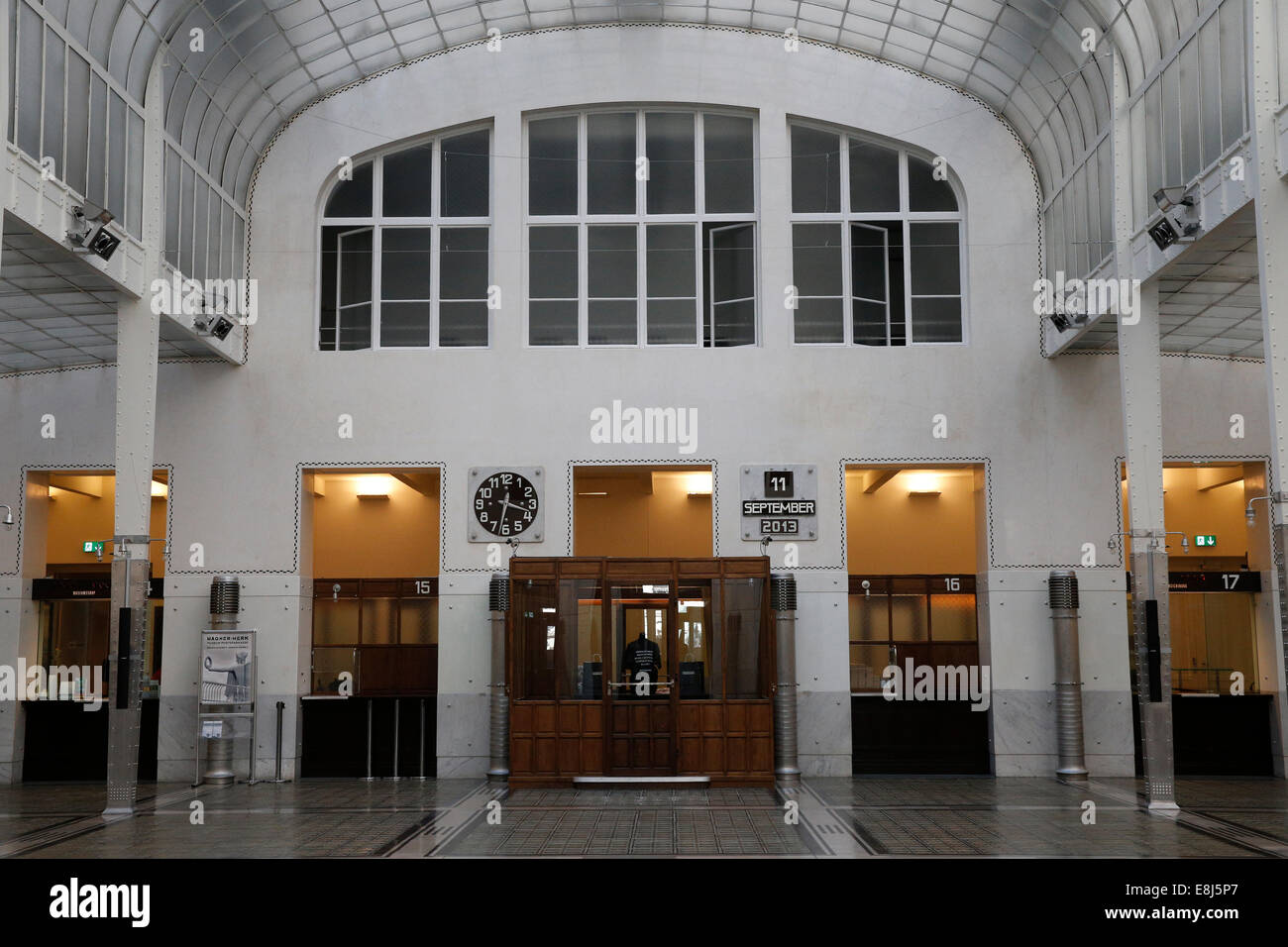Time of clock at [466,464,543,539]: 3:32
